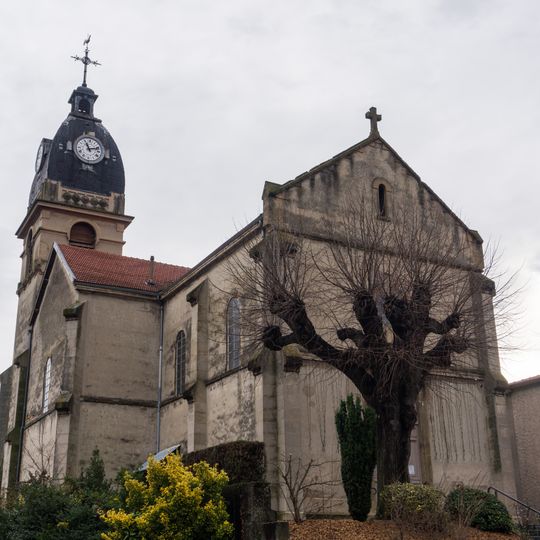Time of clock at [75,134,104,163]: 11:12
